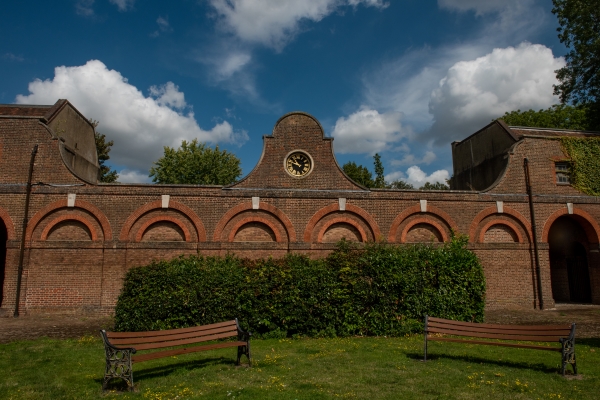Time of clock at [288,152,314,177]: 10:47
